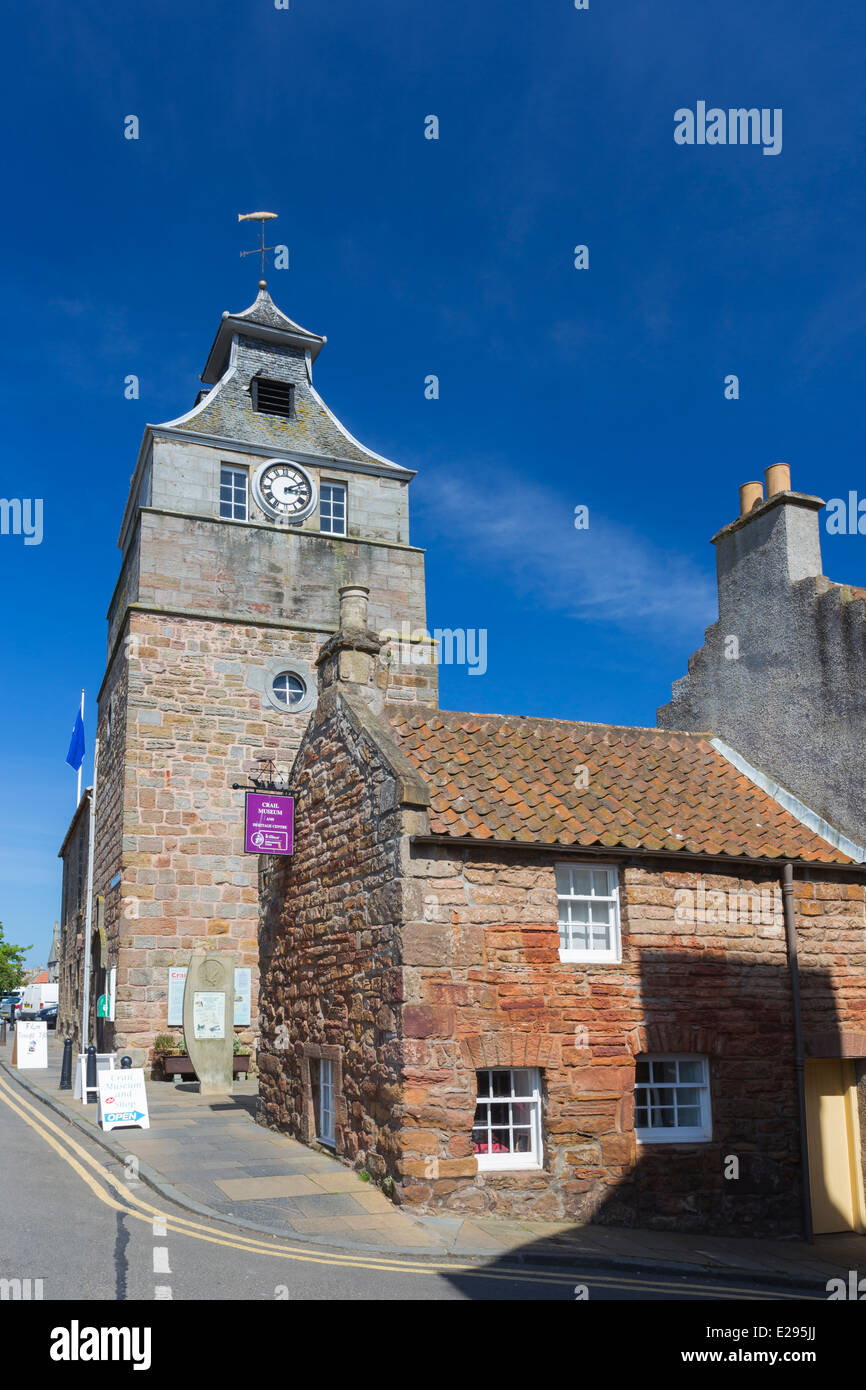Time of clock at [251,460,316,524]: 3:10
